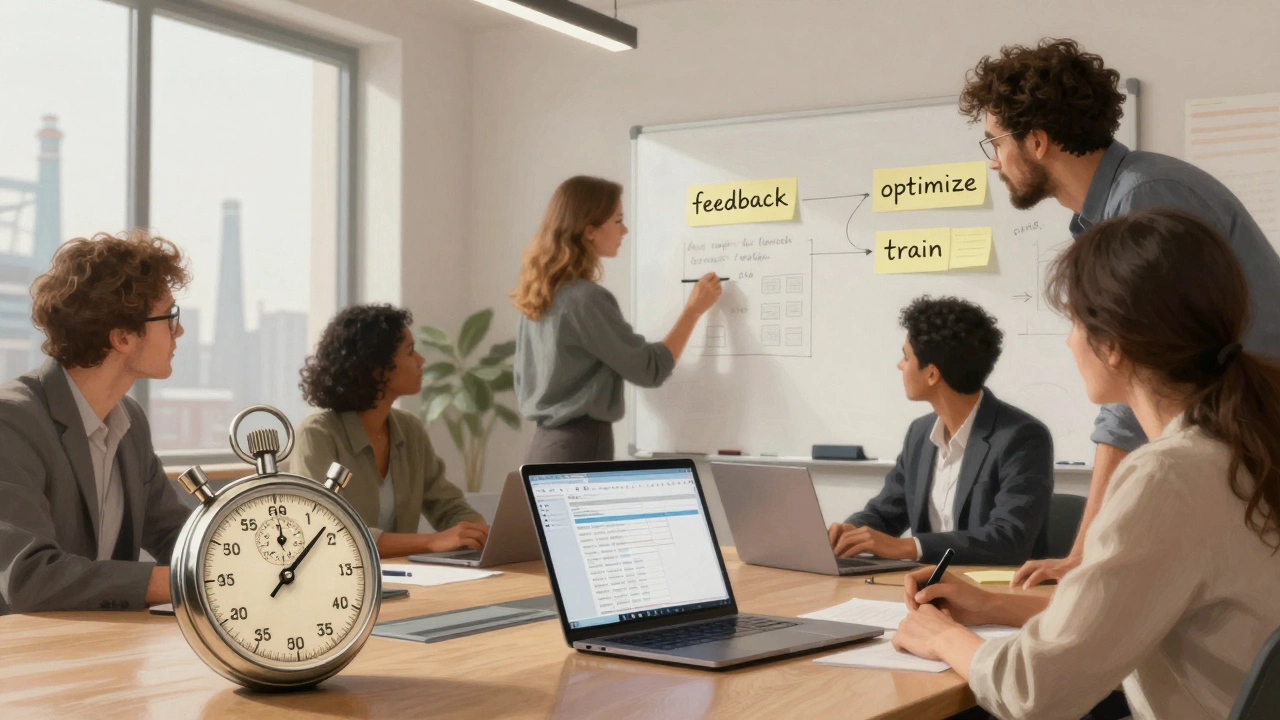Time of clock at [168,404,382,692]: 12:07
